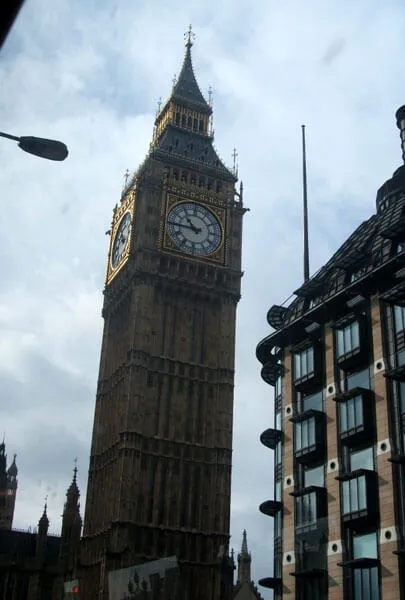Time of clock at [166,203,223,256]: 10:45
